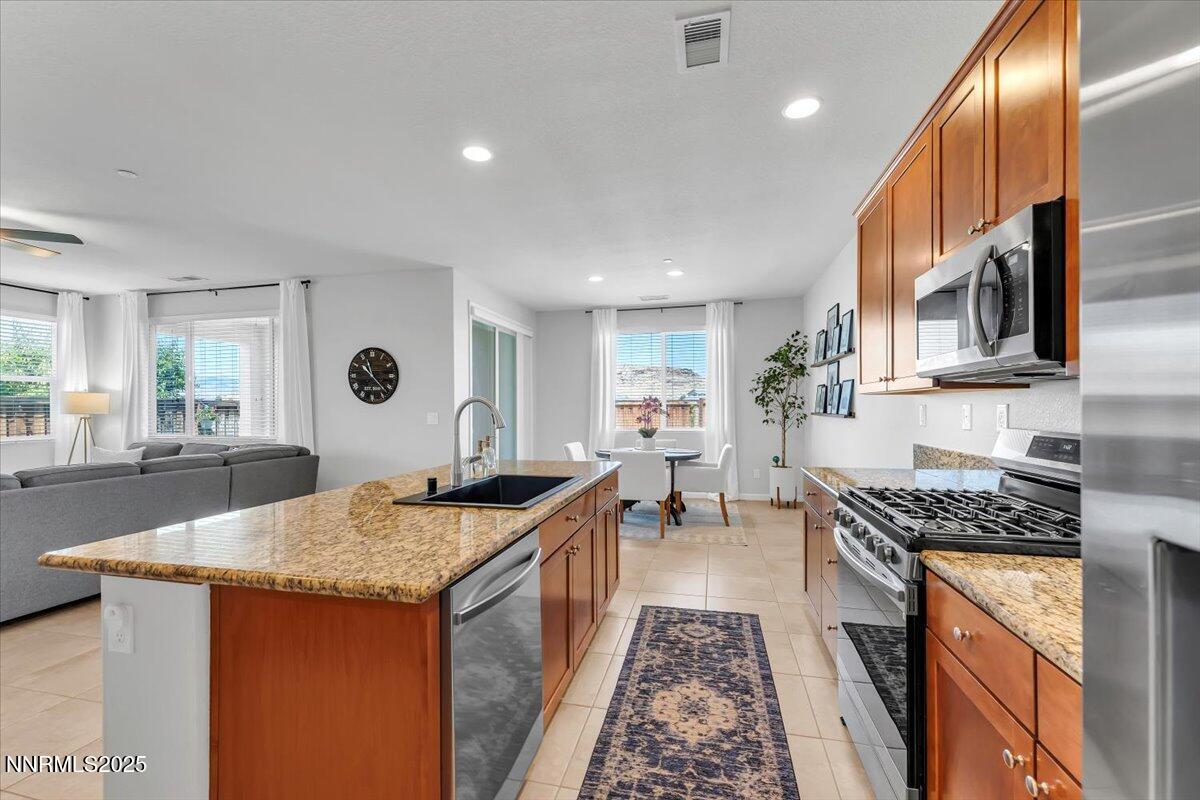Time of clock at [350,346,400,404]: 11:22
